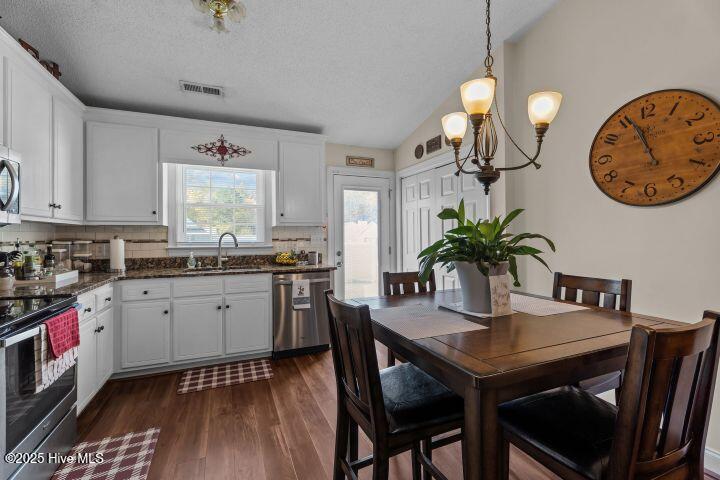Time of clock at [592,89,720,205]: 11:56
